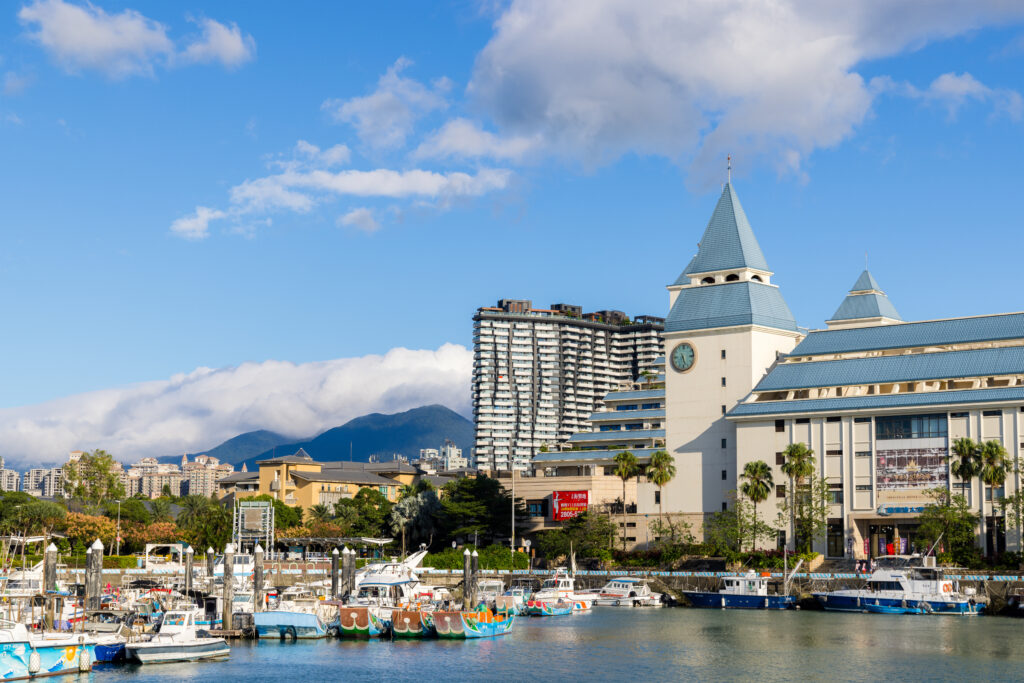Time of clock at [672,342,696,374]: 5:26
